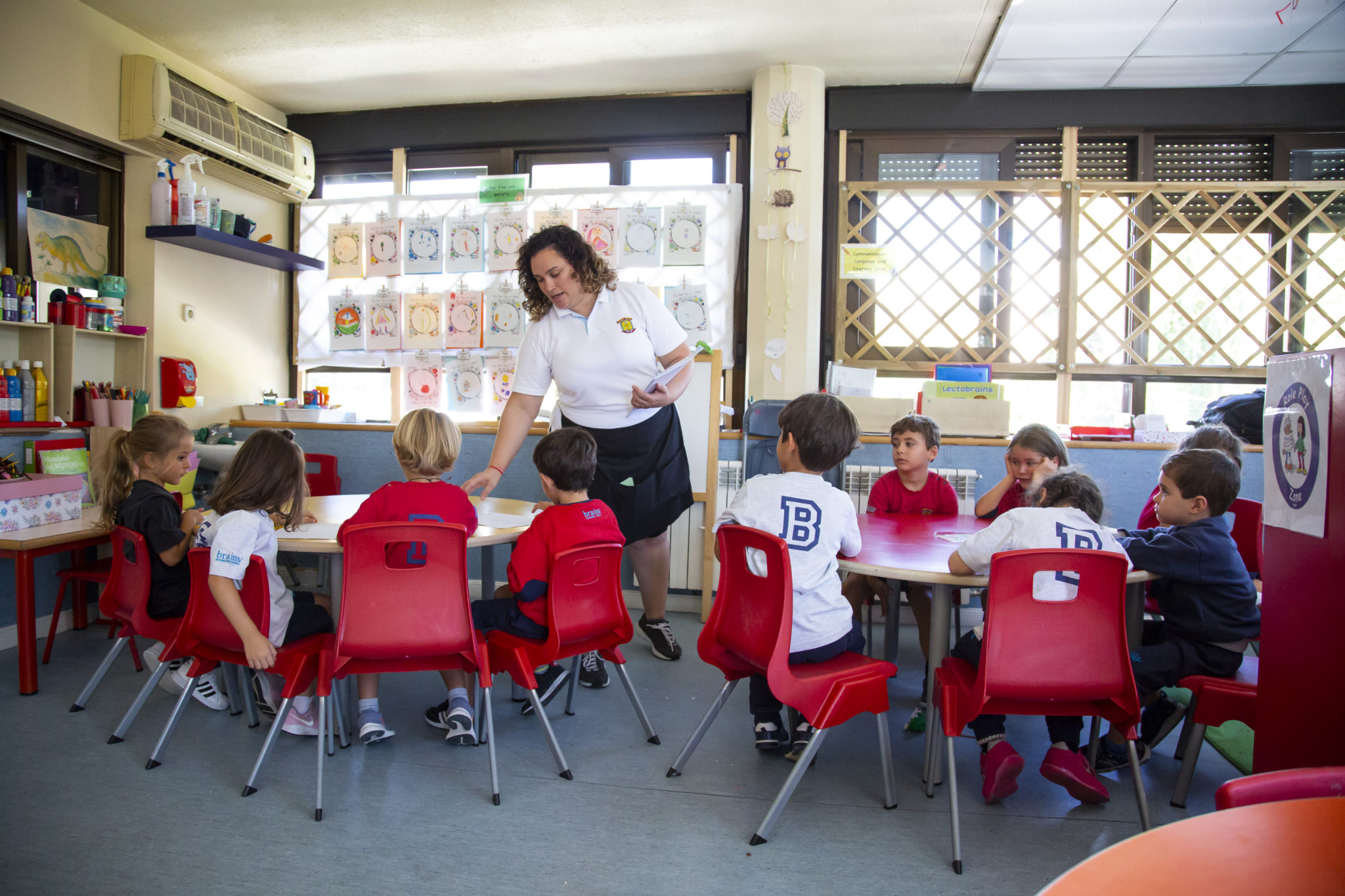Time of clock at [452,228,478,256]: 5:26
